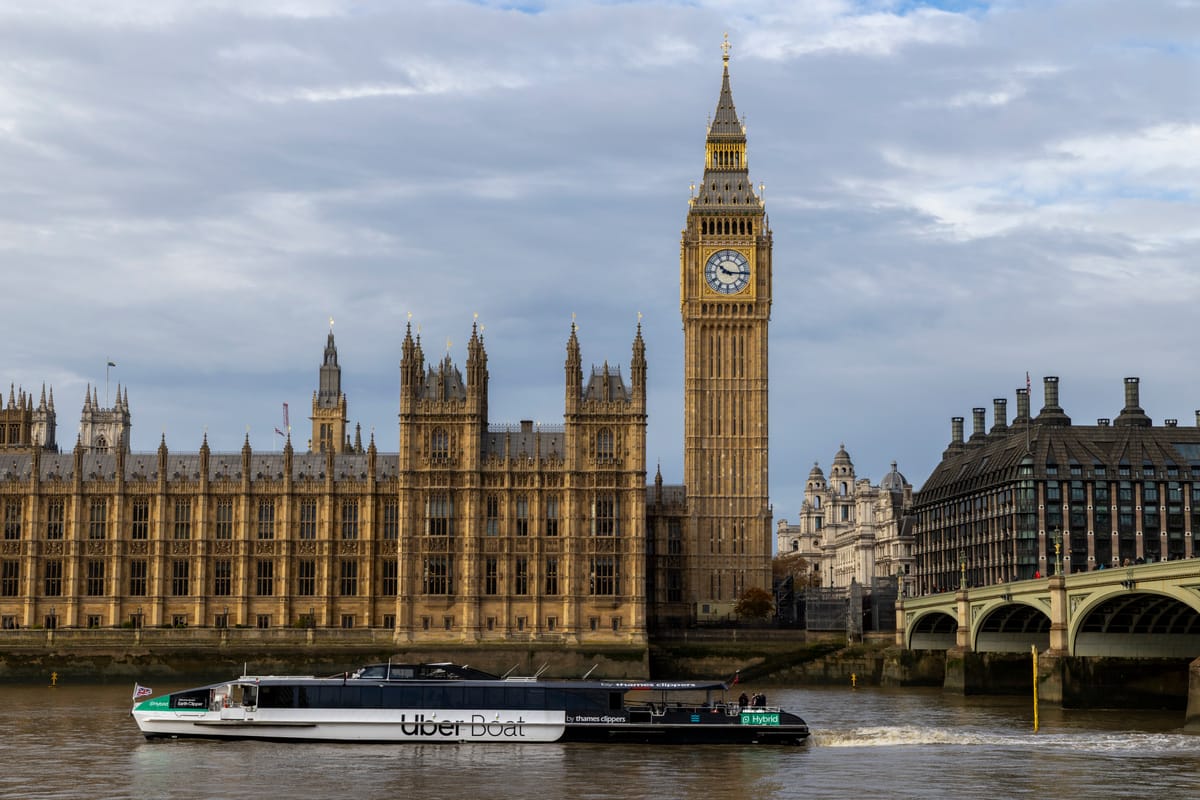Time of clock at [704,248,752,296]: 10:15
